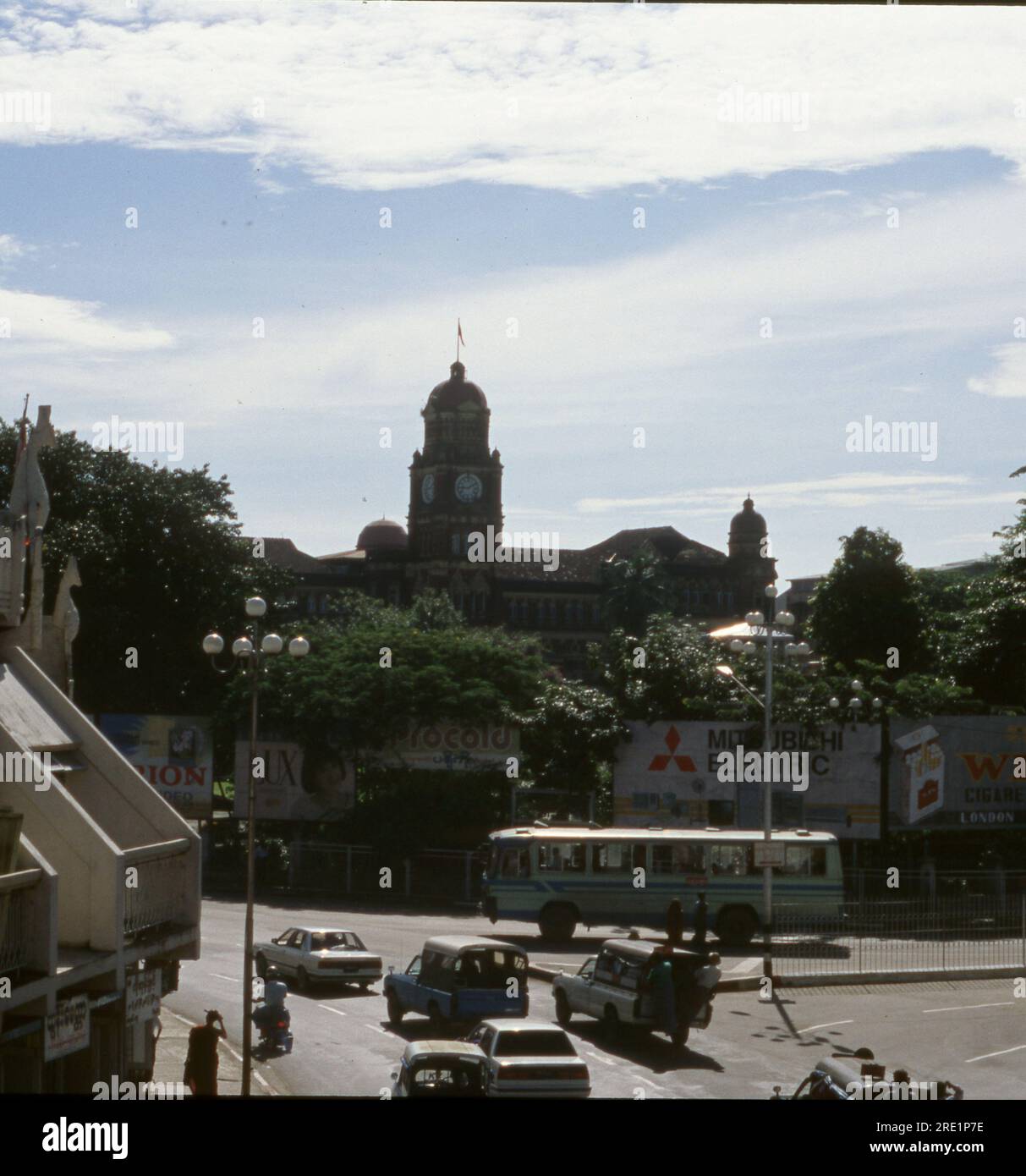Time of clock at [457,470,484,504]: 9:10
